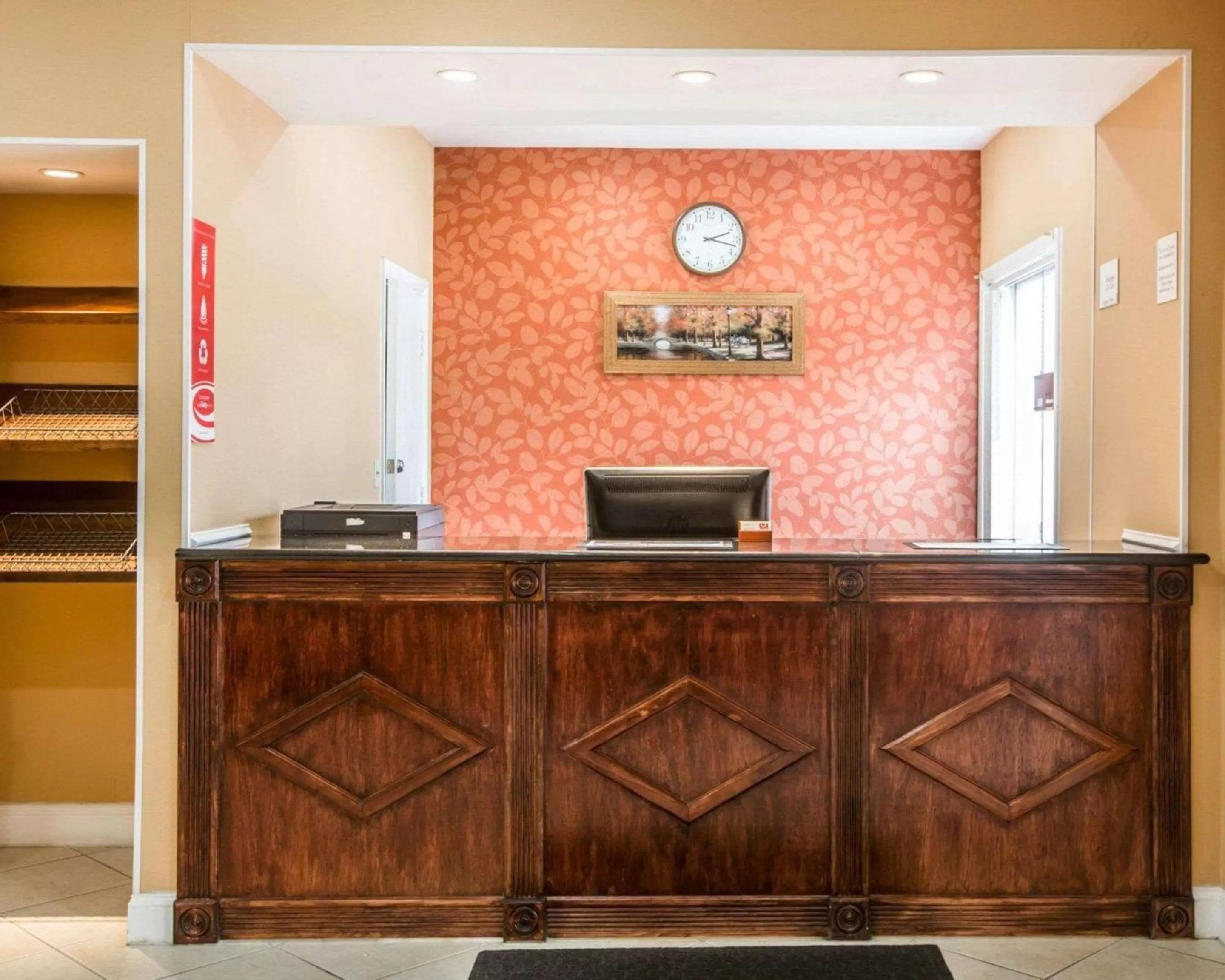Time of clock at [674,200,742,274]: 2:17
